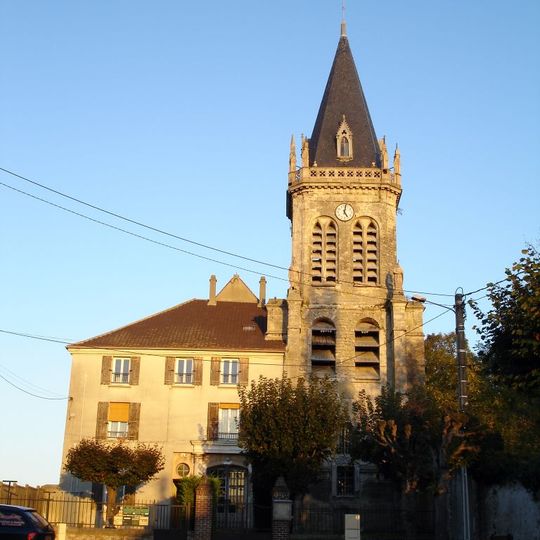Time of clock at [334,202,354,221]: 5:01
